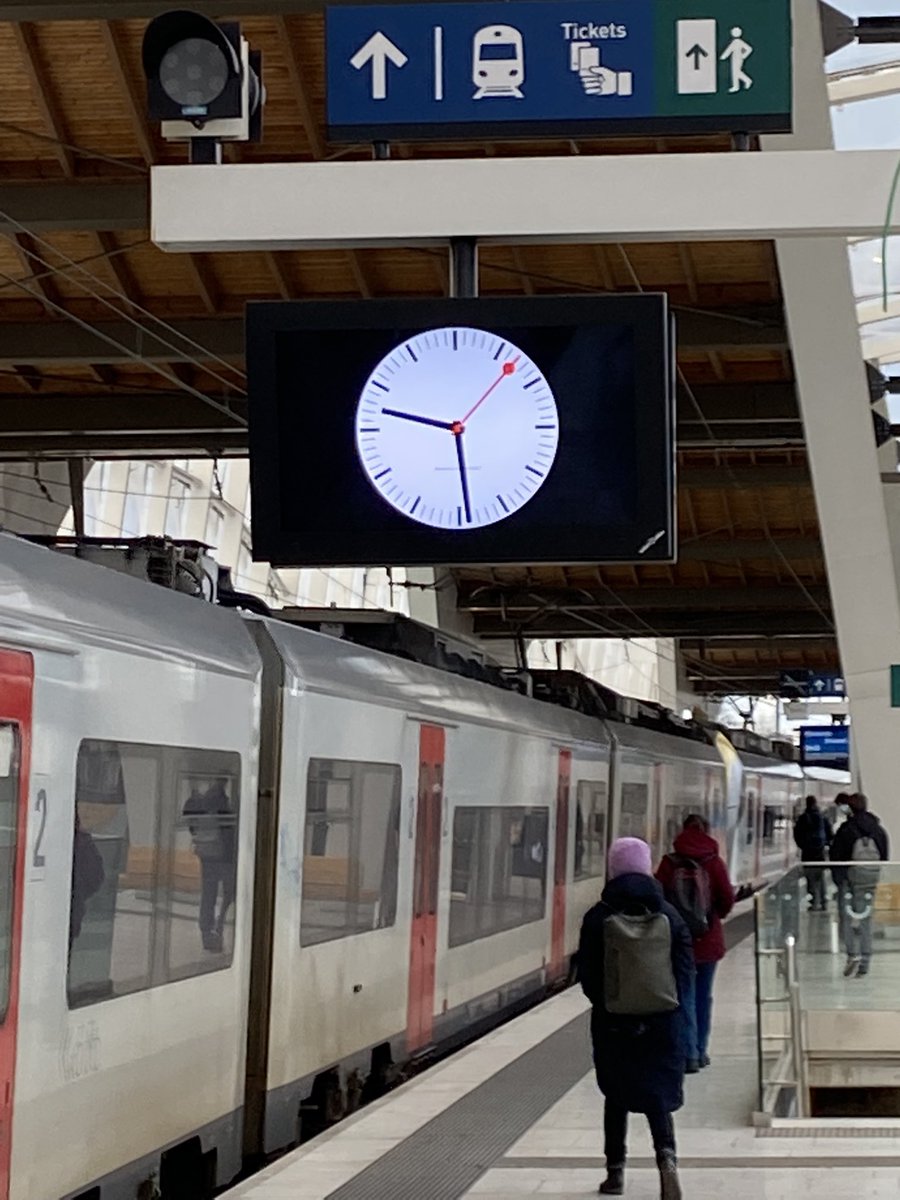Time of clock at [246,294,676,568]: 9:29
